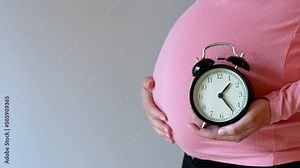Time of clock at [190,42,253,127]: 1:23
